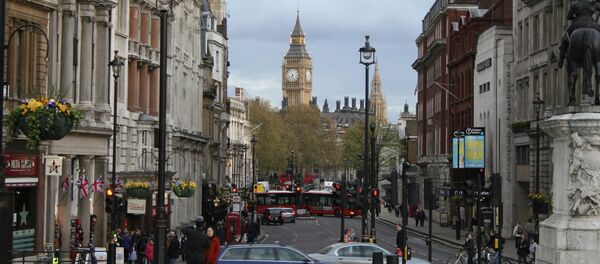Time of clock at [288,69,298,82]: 7:26
